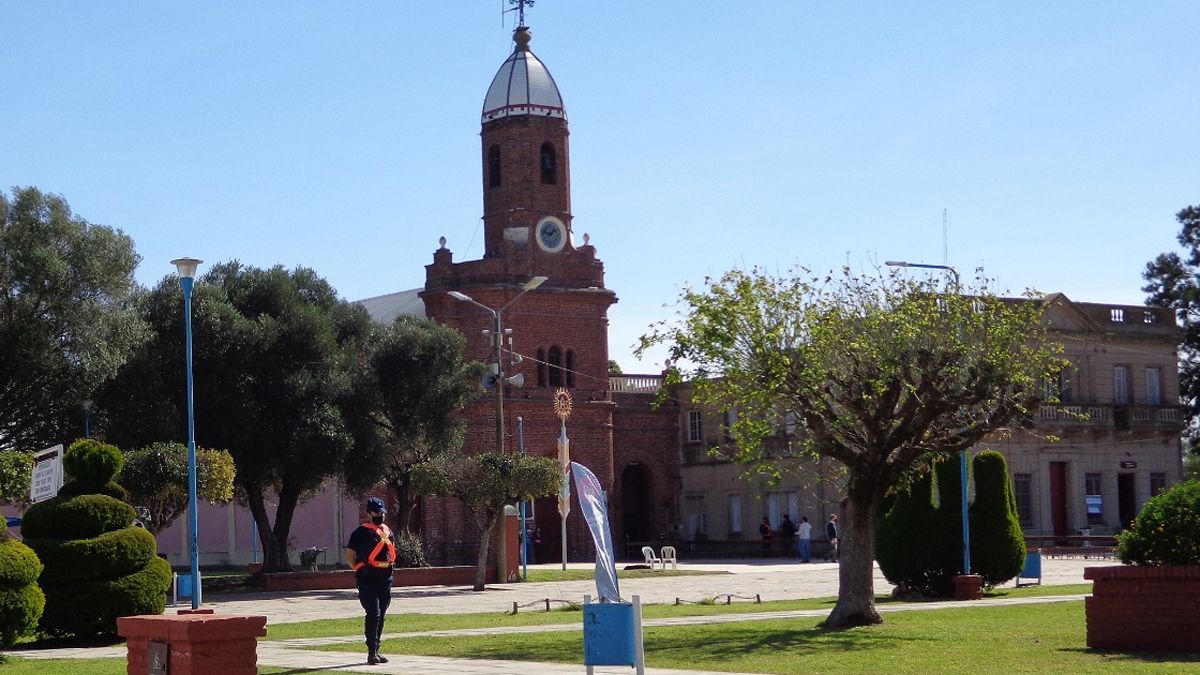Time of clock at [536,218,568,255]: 1:46
